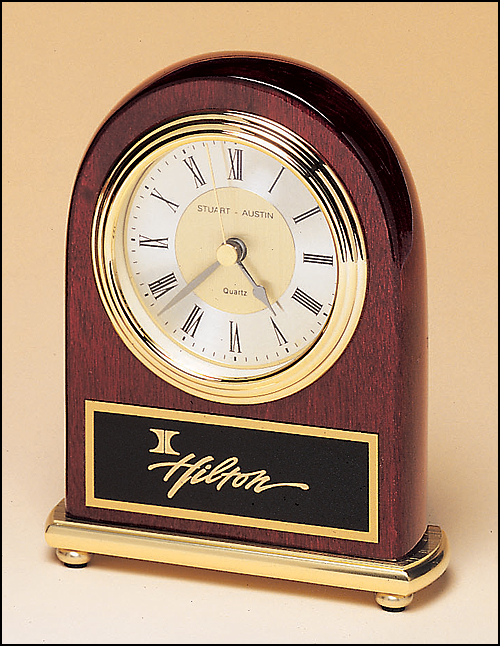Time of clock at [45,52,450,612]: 4:37
